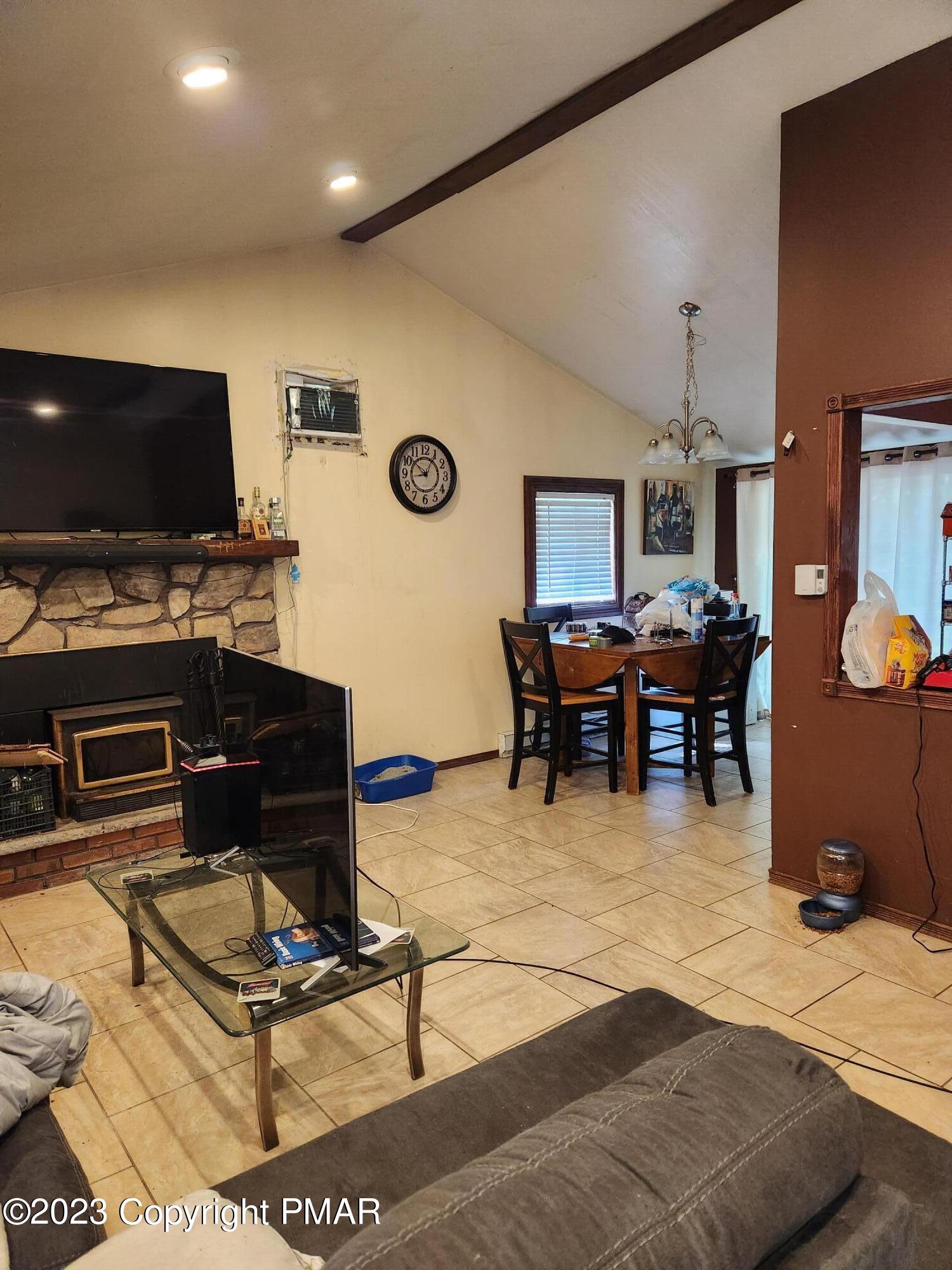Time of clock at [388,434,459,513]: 8:51
